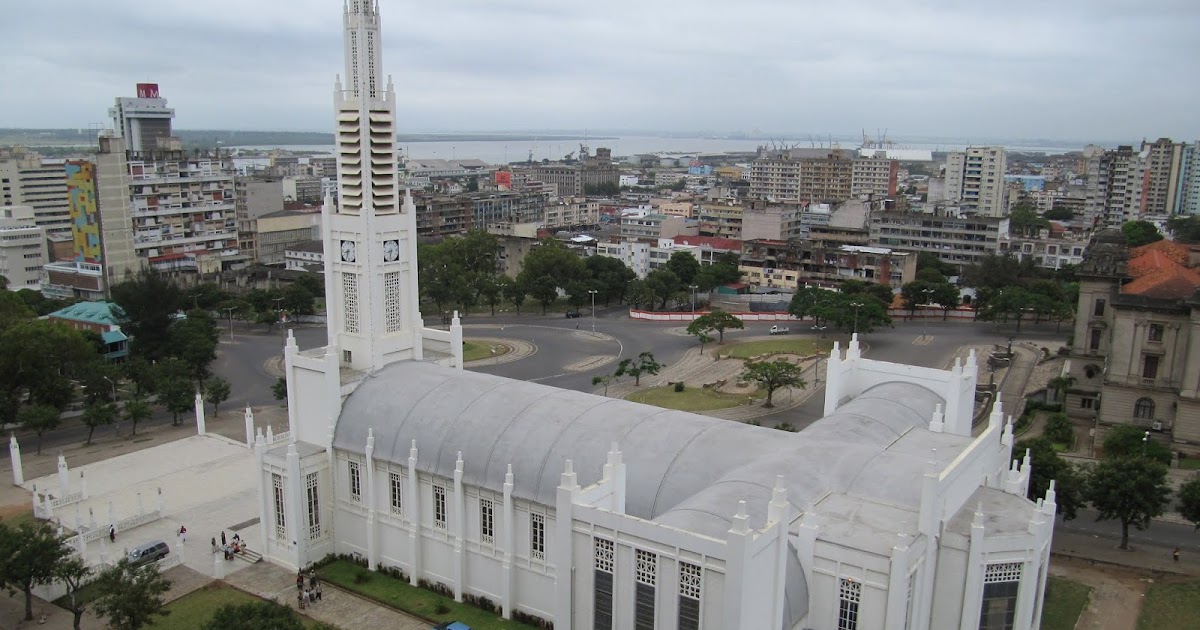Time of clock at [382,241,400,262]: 8:32
